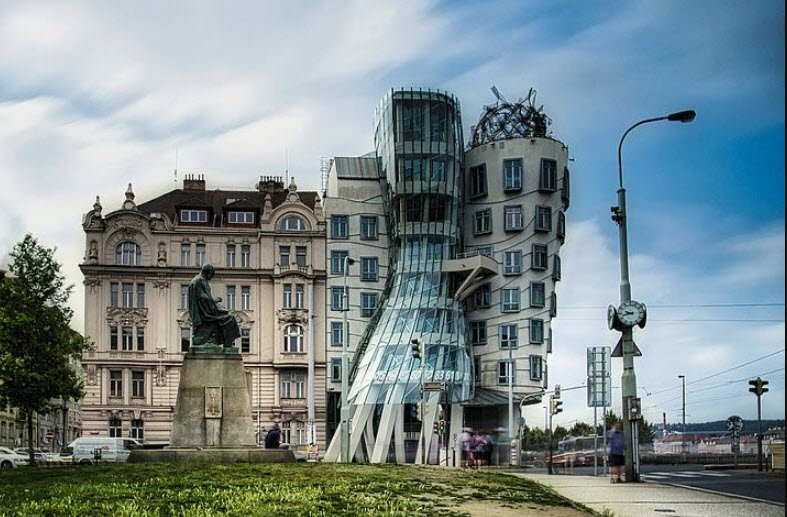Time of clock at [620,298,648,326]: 9:42
